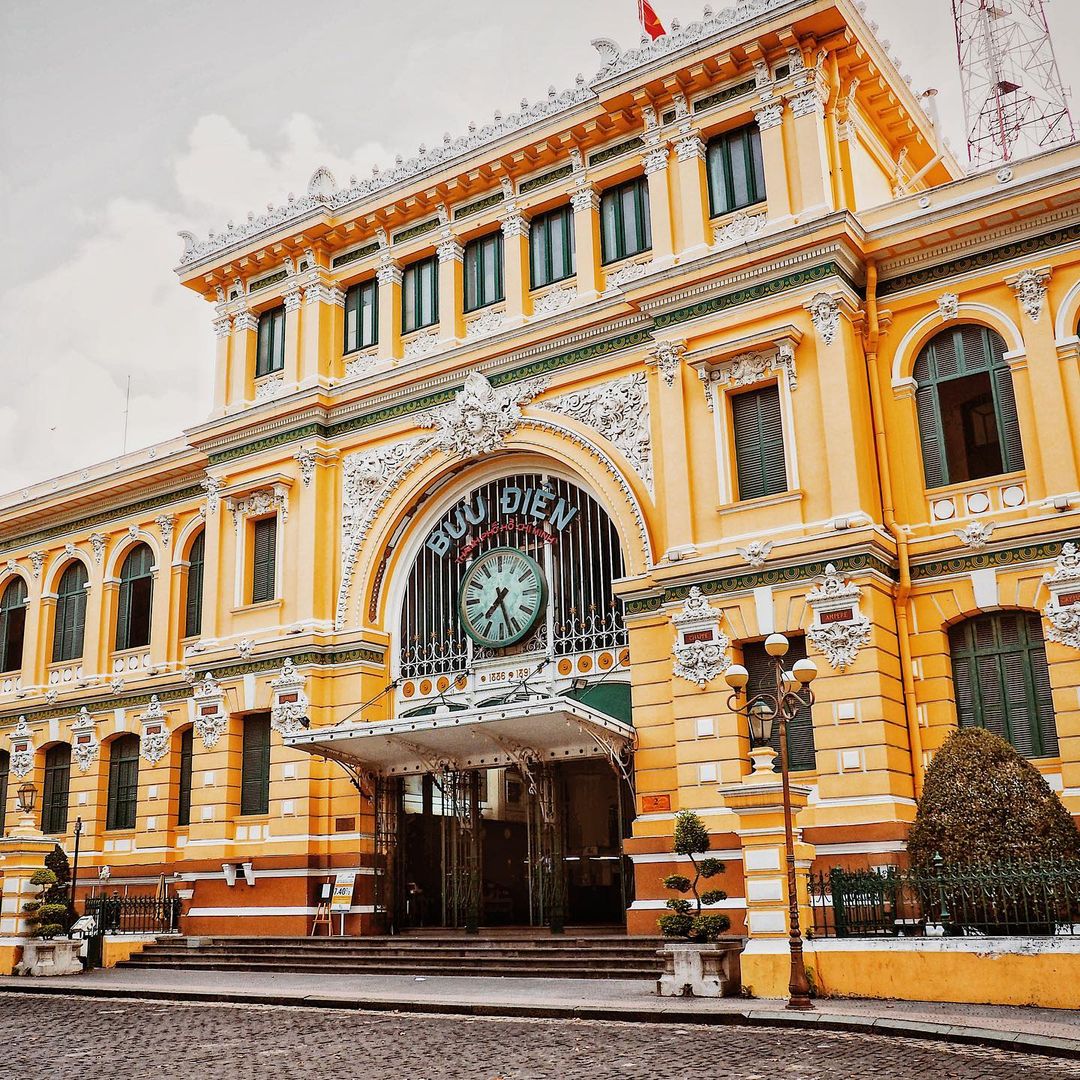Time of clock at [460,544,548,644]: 7:27
